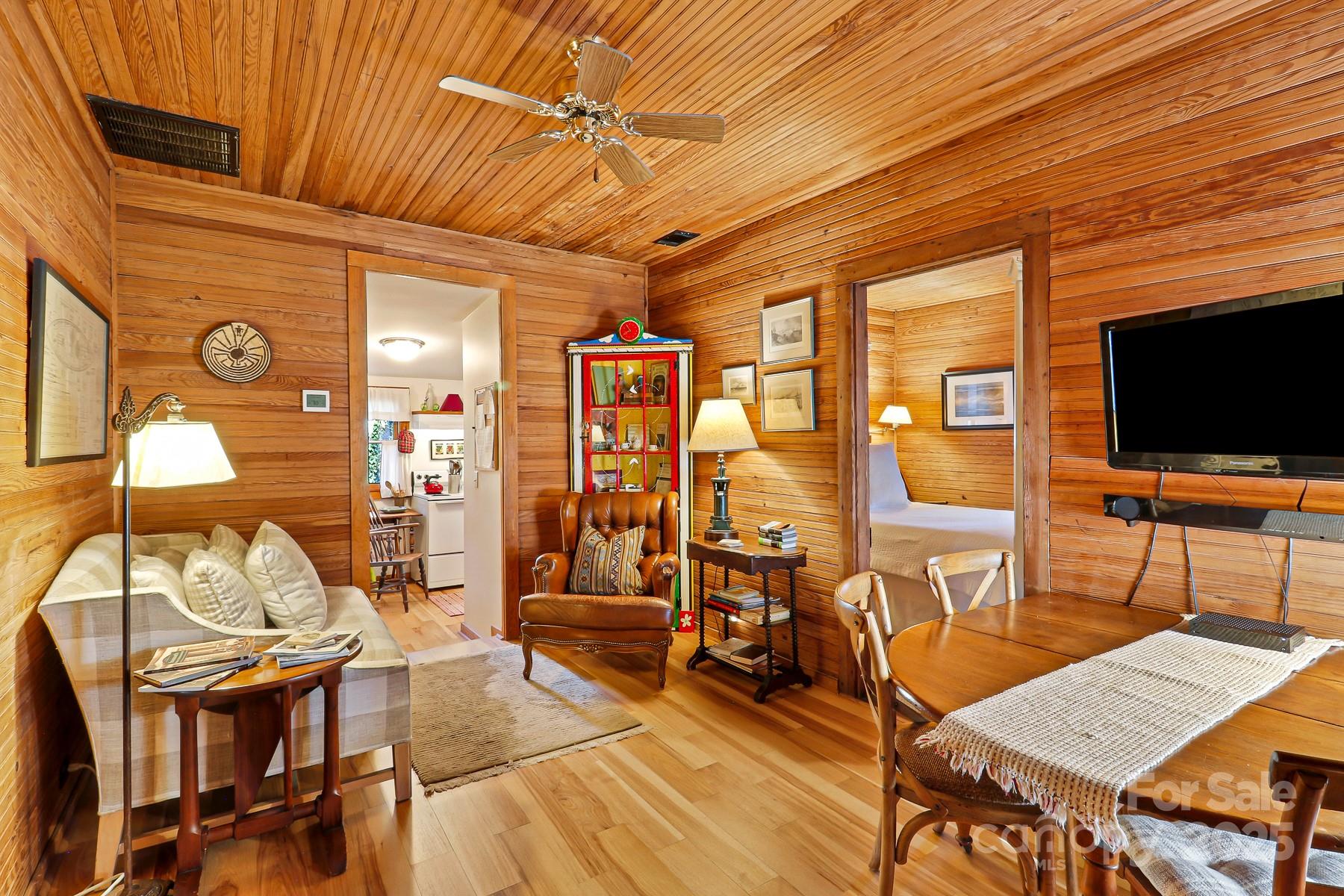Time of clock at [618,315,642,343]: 7:54
